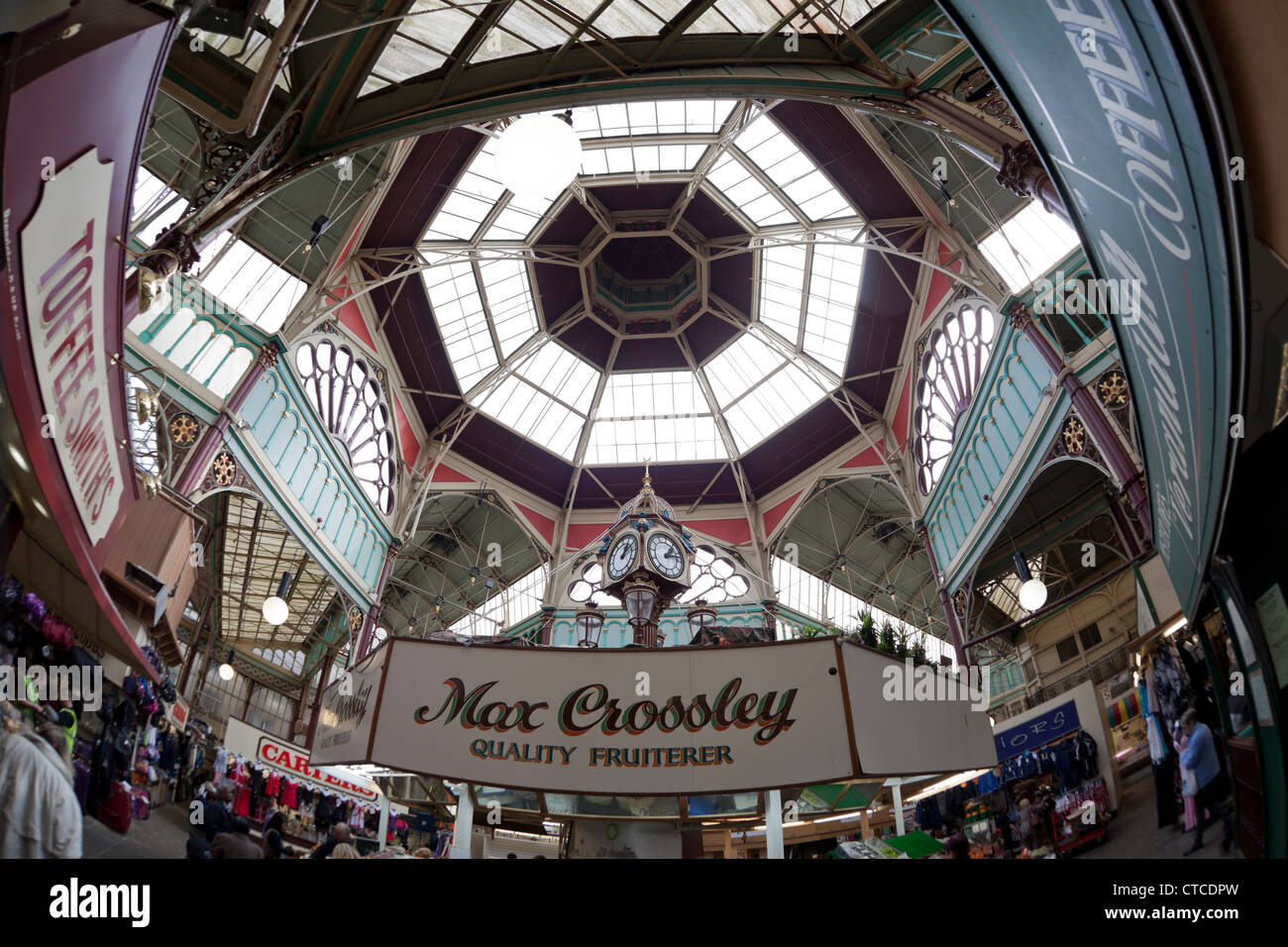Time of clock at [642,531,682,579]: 1:12
